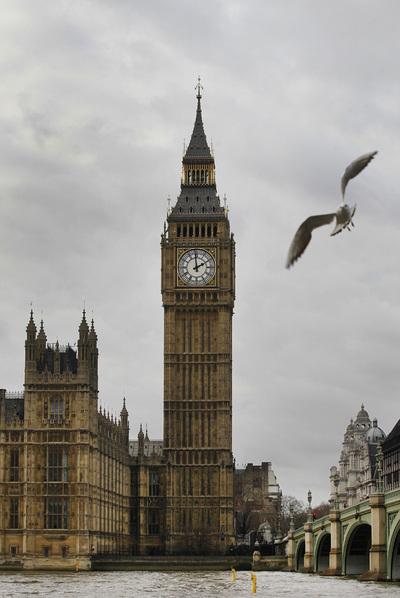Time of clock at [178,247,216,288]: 1:59
